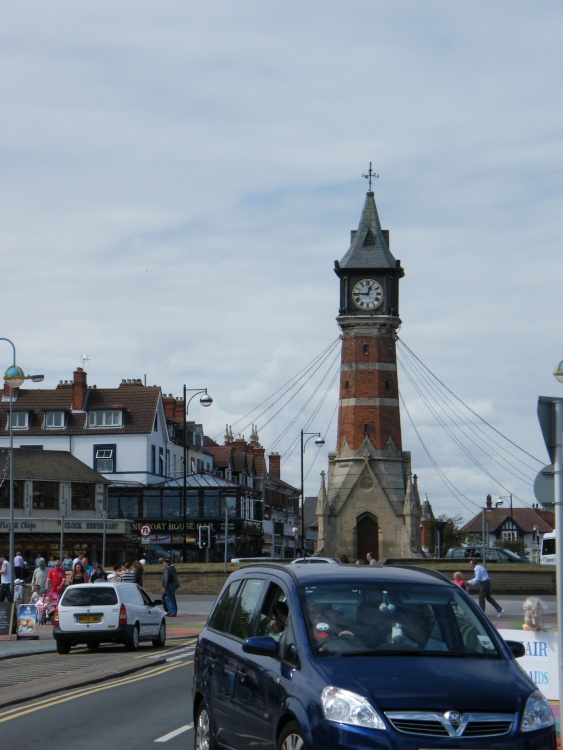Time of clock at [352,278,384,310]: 12:45
